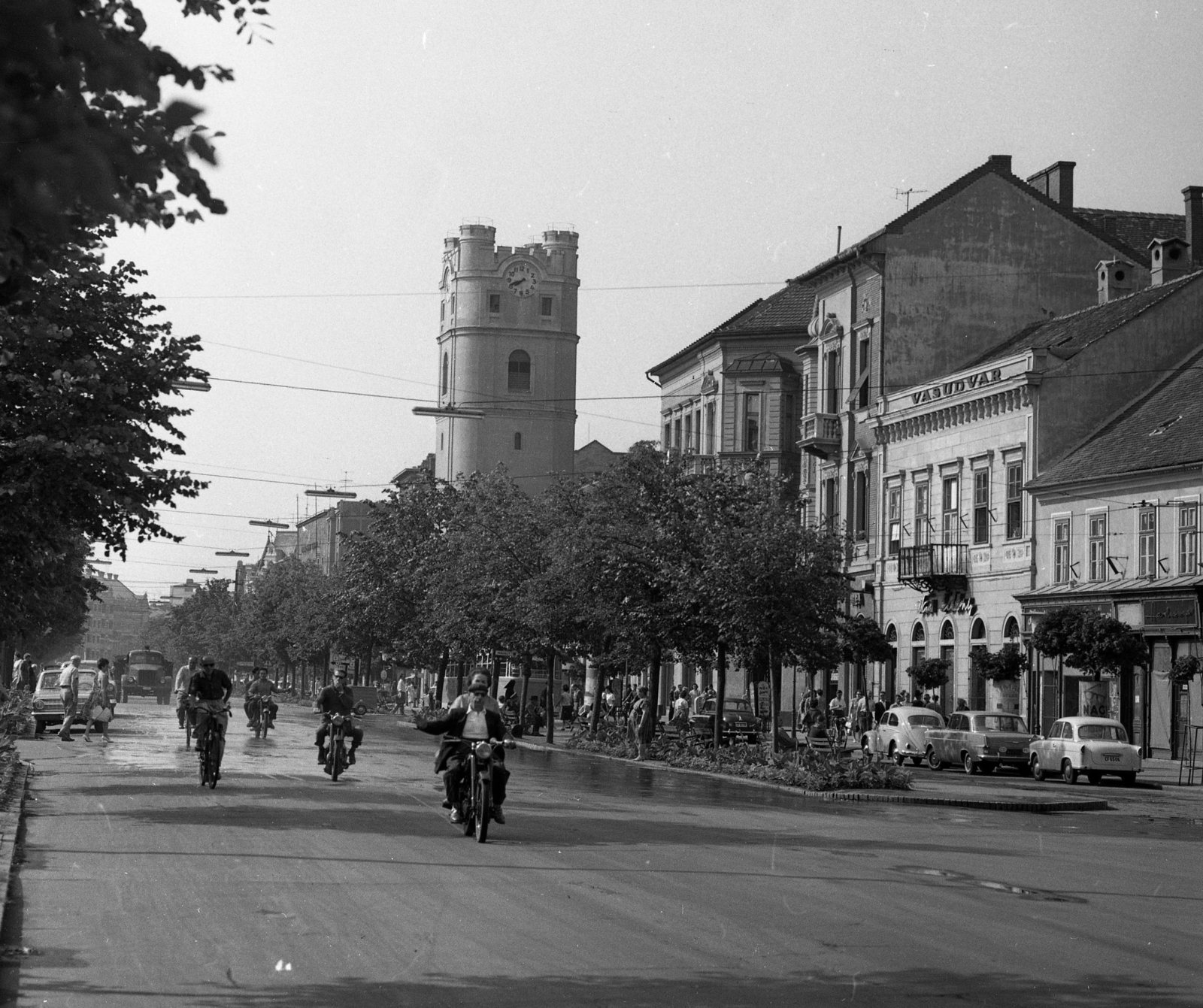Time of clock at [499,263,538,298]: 7:41
